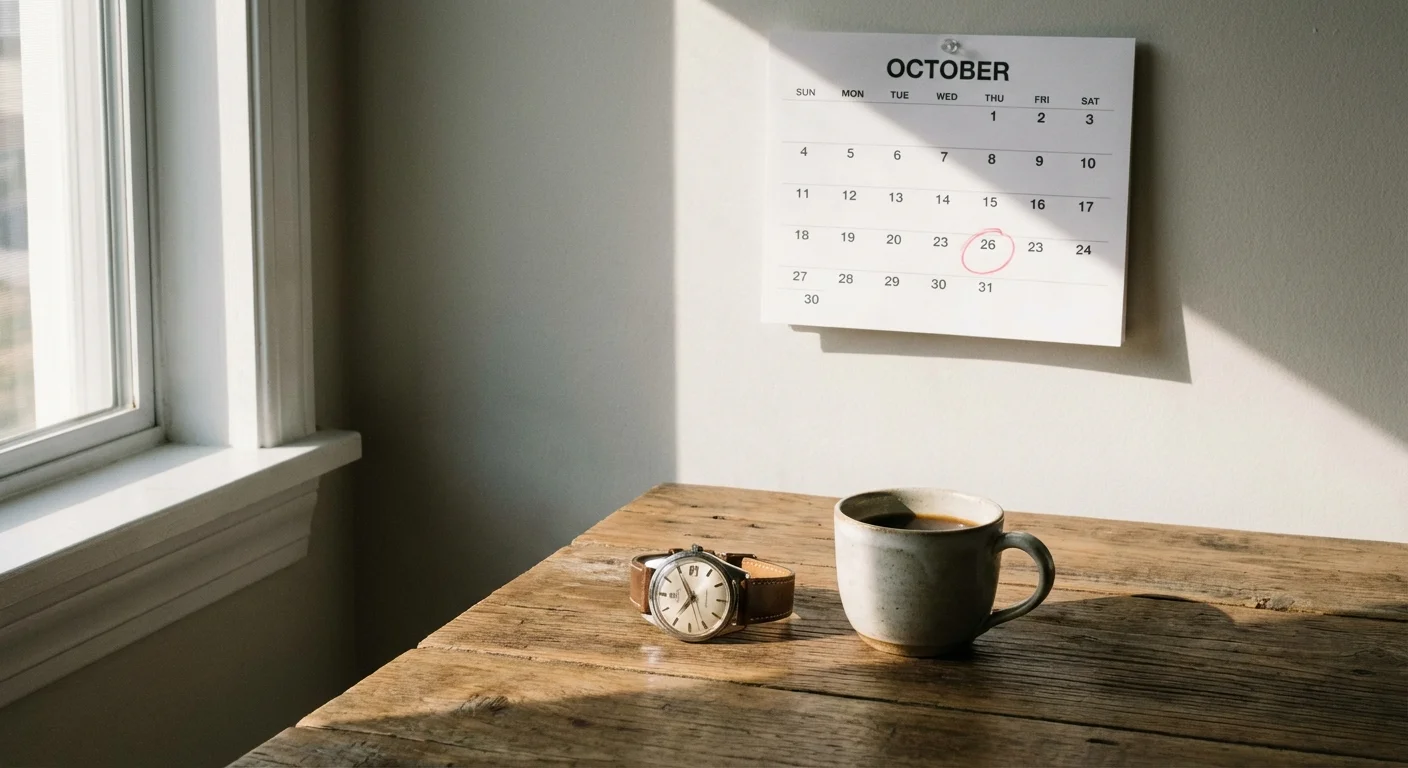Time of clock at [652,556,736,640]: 6:54
